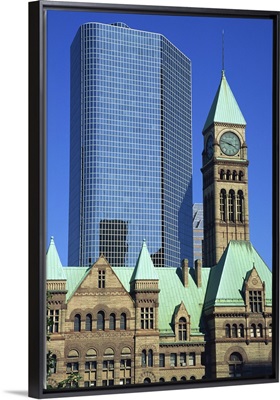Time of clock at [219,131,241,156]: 3:47
